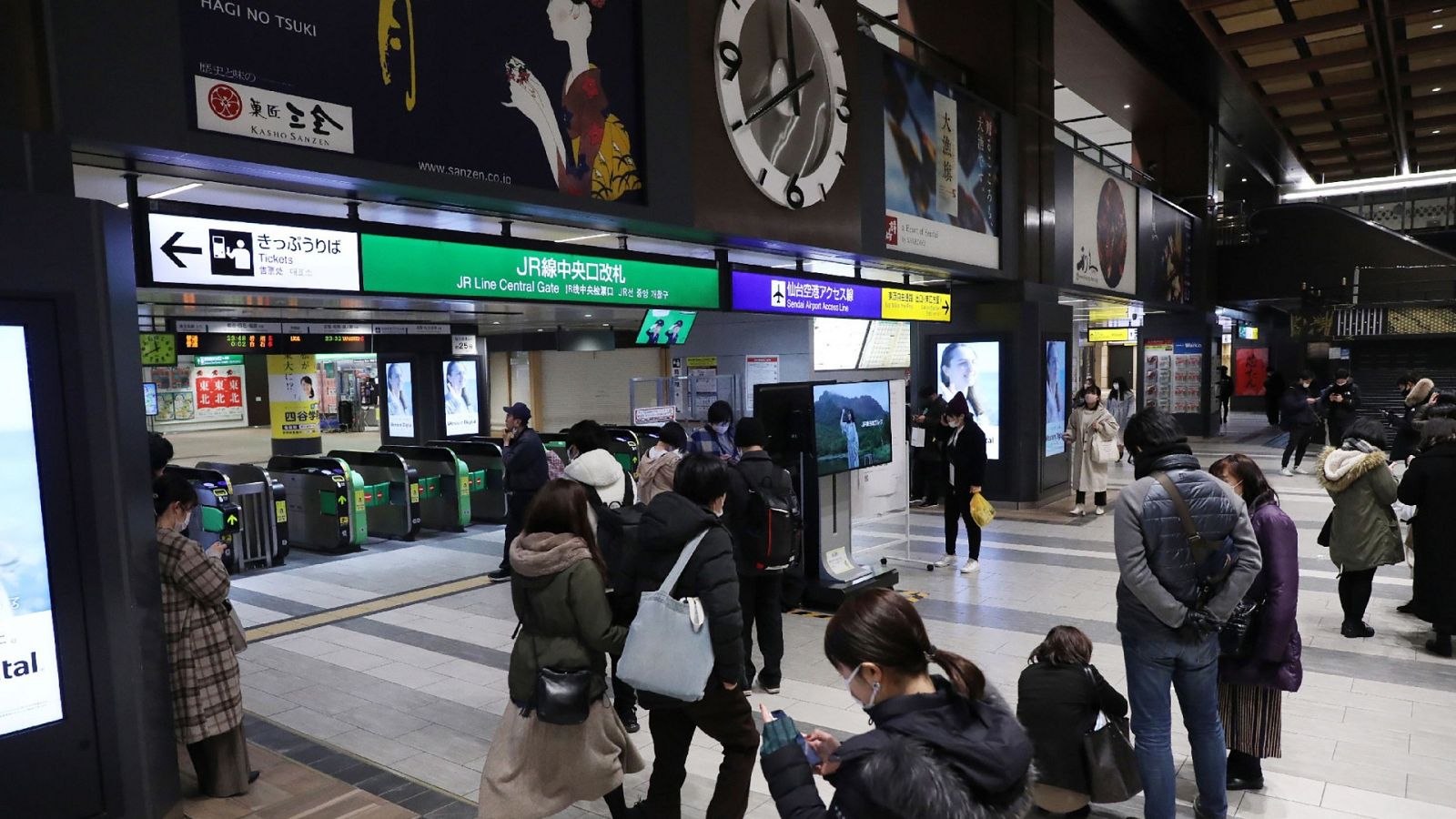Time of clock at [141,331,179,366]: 11:40
